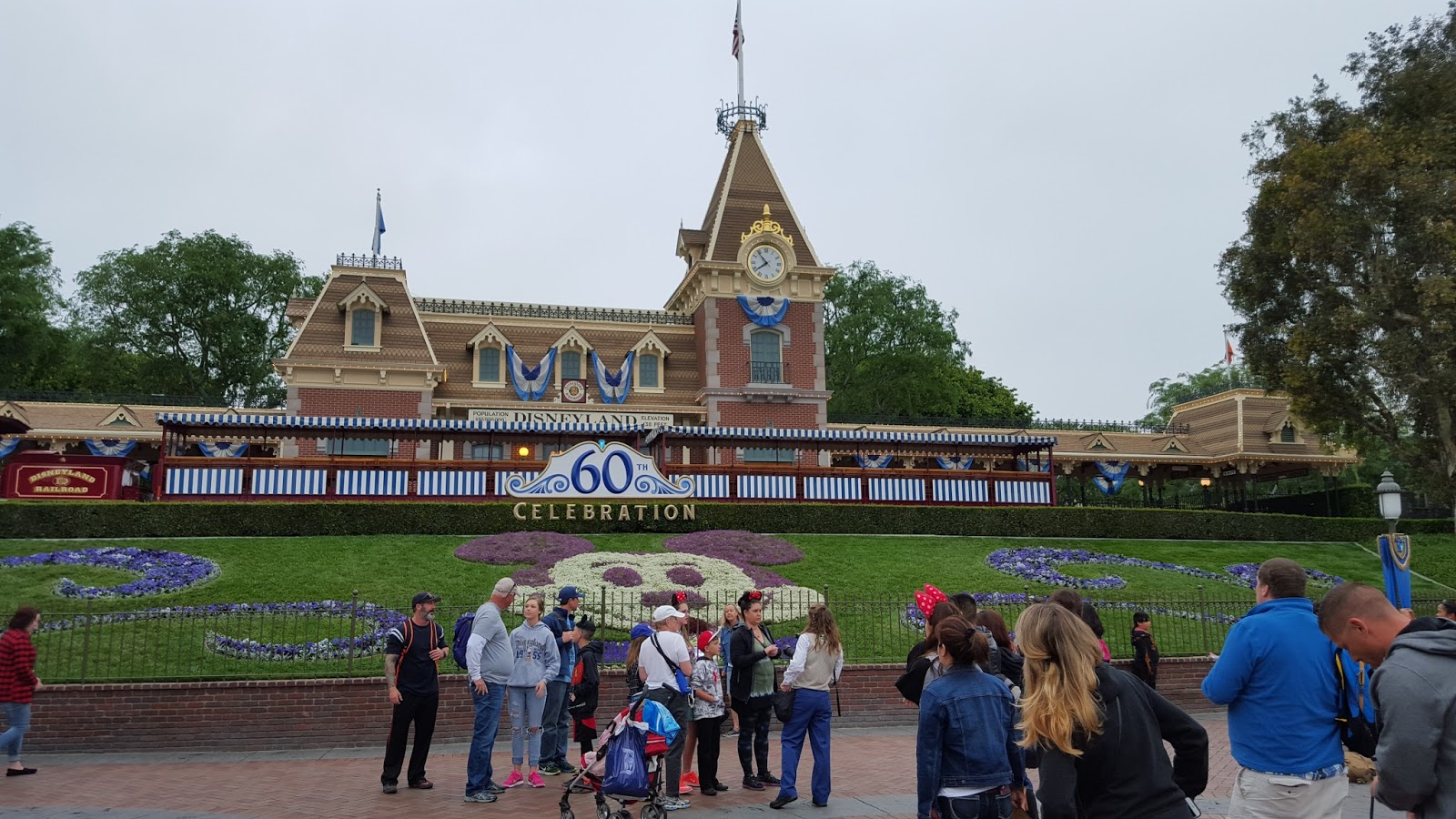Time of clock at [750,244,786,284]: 7:53
